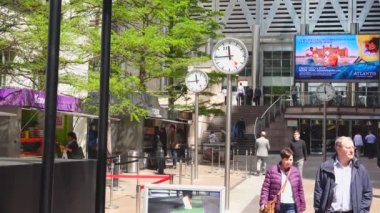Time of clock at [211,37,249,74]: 11:44
